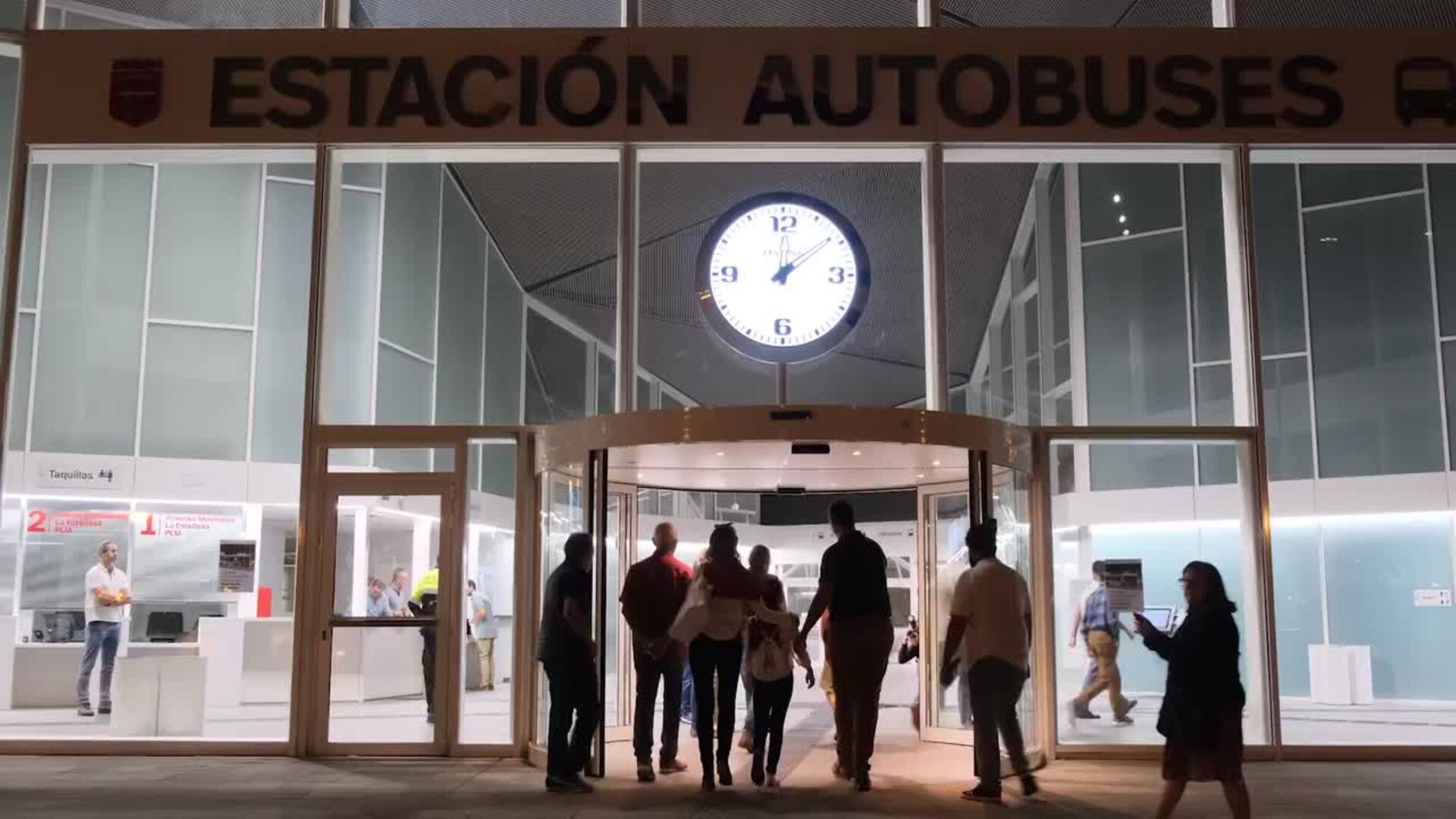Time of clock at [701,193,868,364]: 12:08
